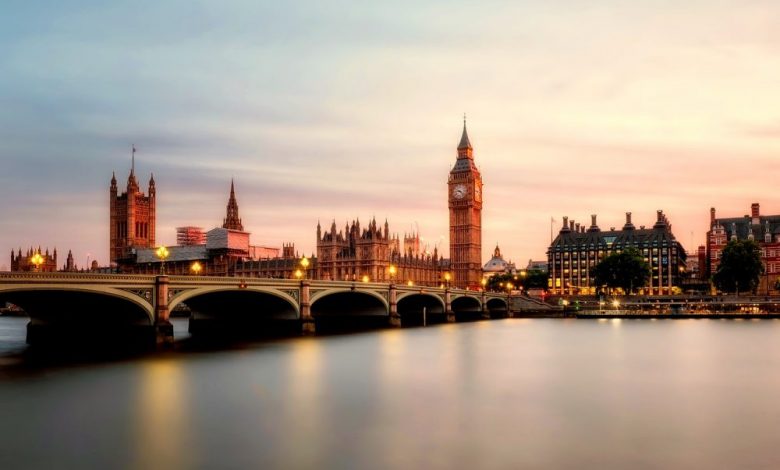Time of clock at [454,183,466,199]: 9:22
